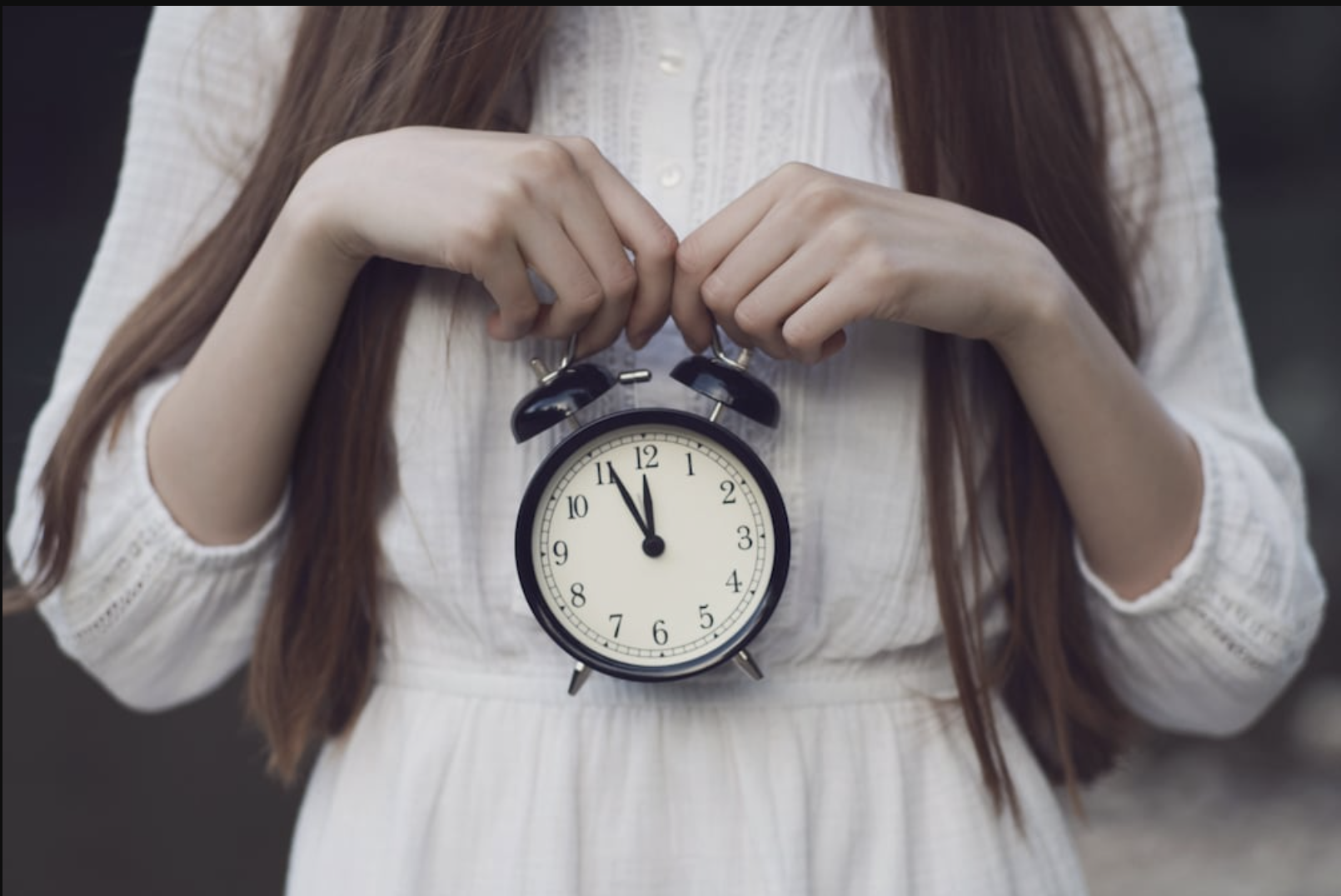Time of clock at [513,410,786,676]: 11:55
